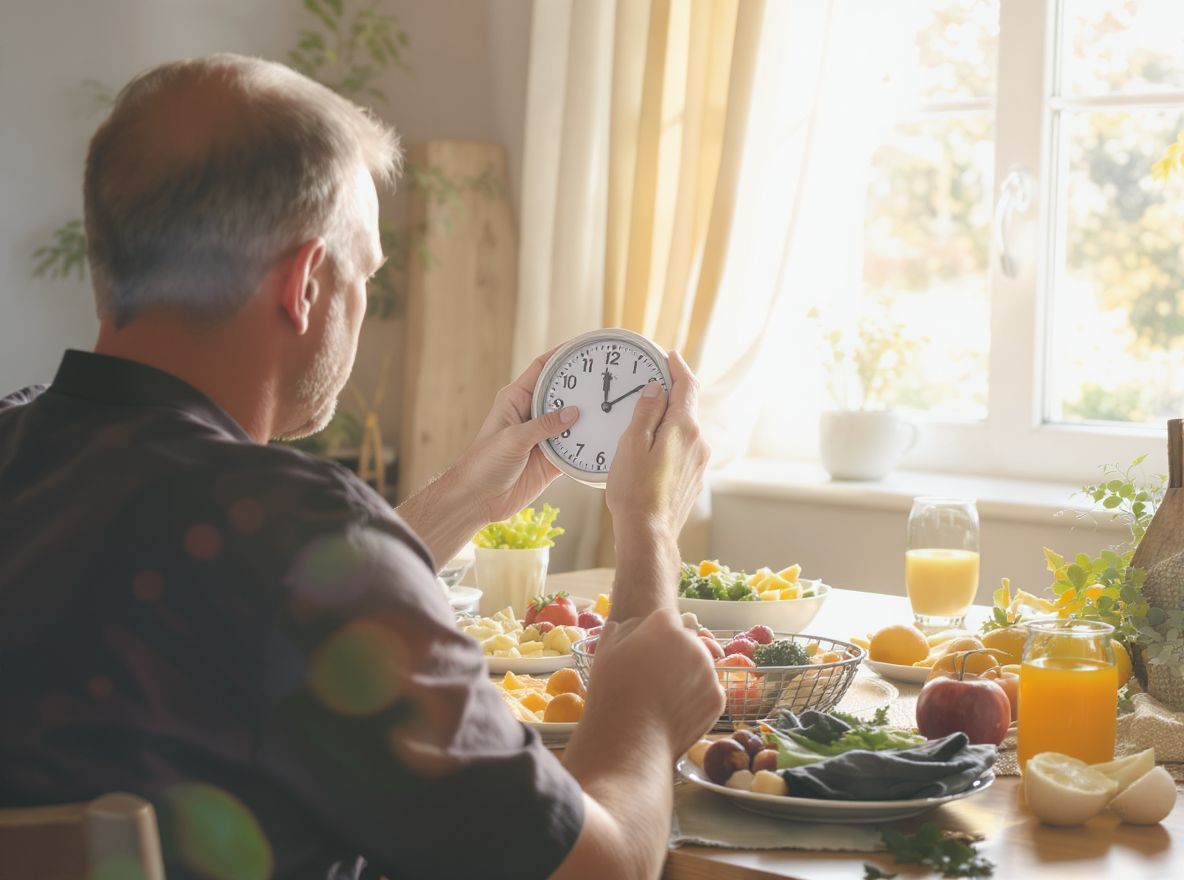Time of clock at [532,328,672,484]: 12:09
